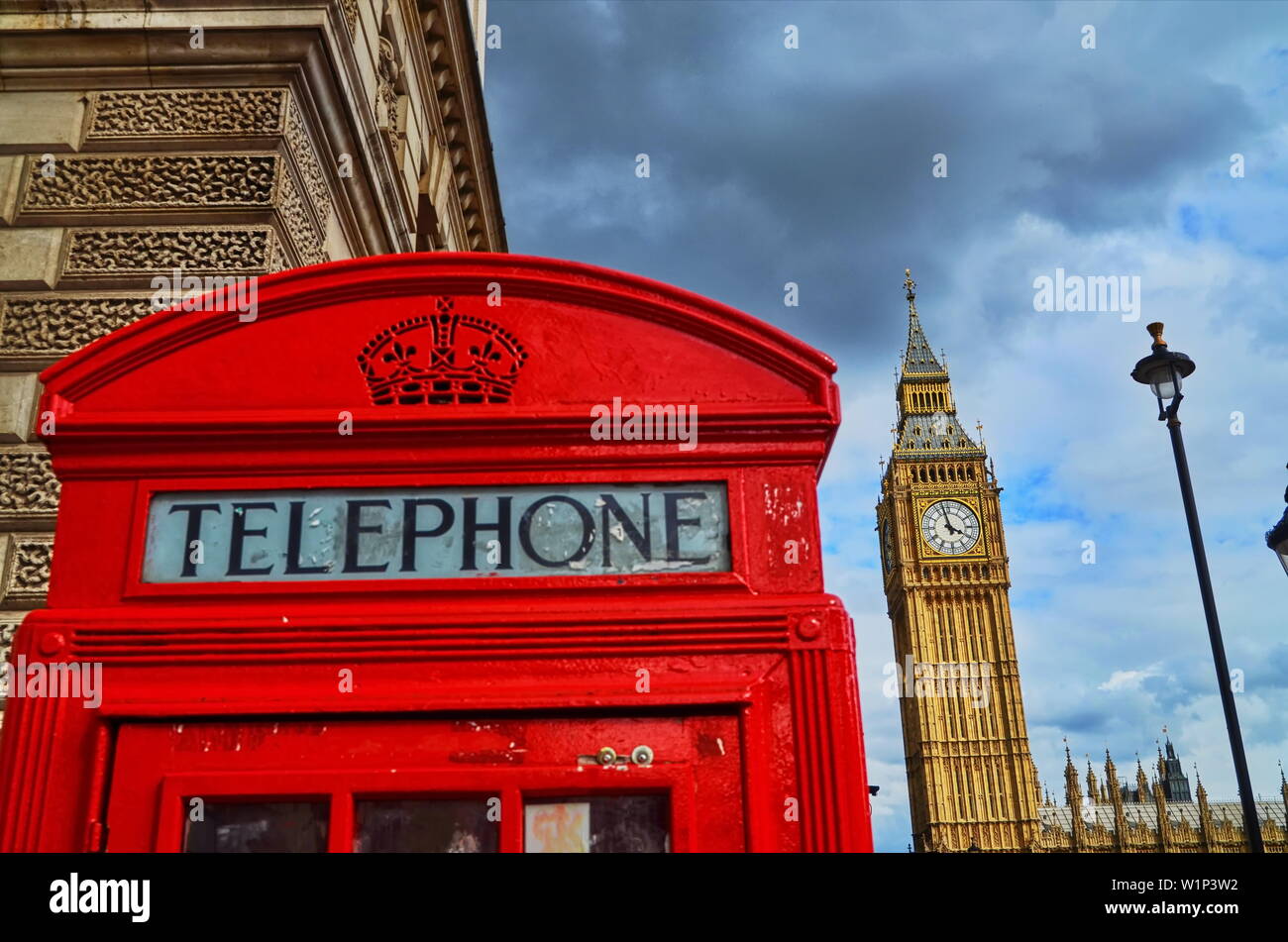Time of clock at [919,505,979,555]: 3:58
